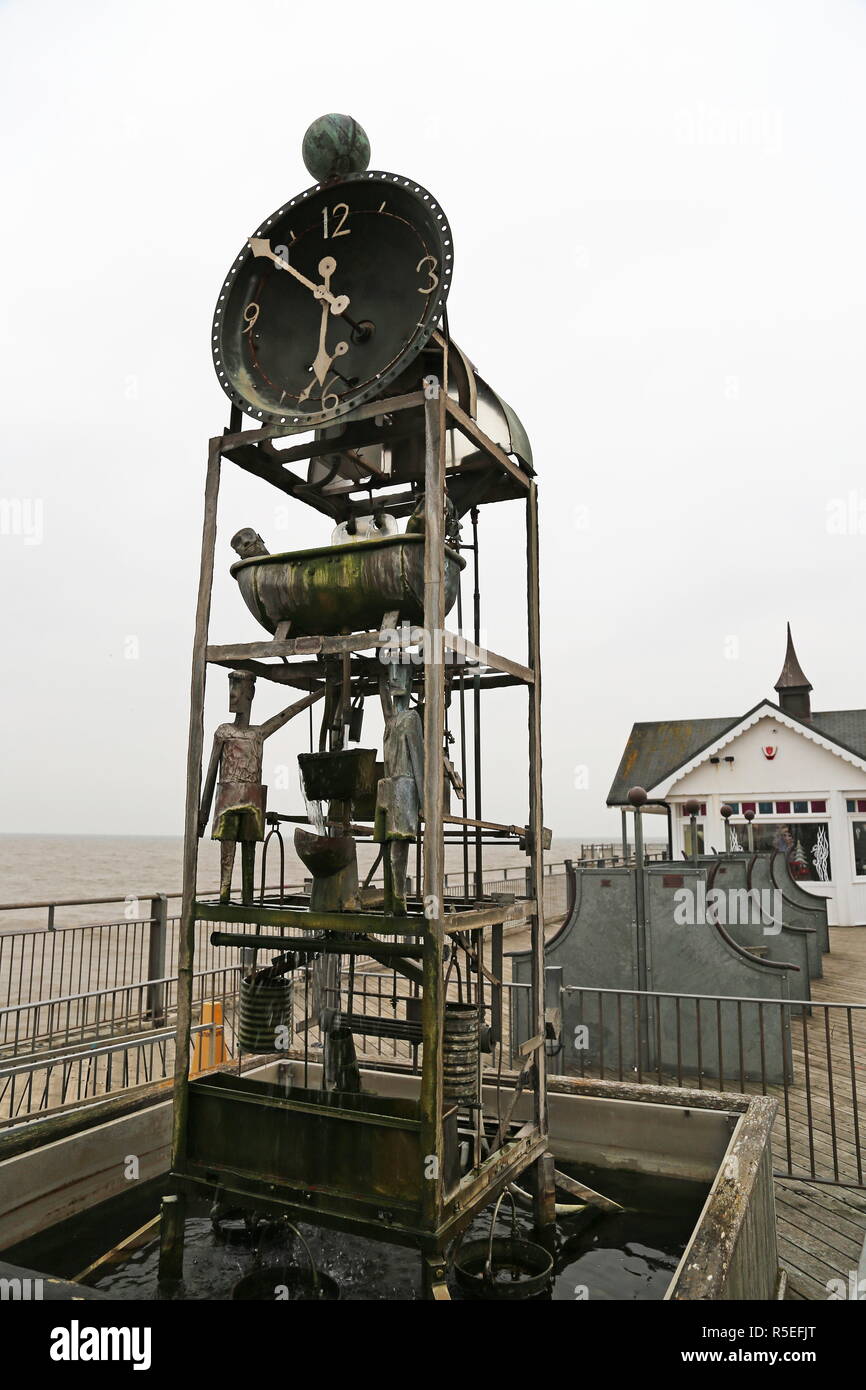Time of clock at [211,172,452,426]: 5:51
